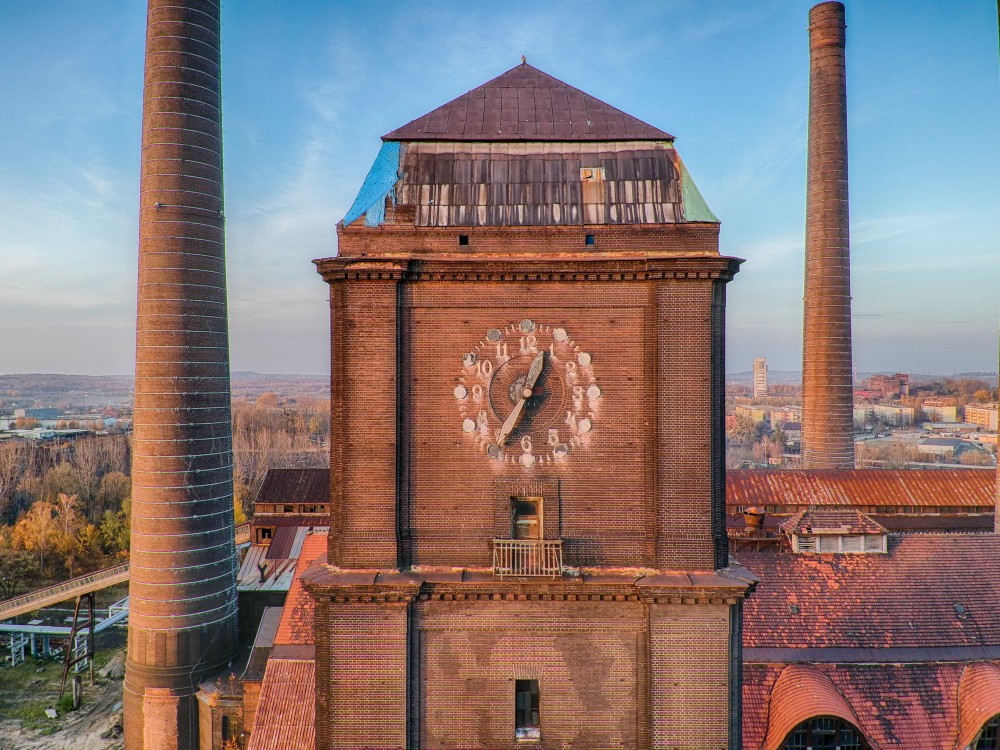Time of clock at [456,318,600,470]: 12:35
